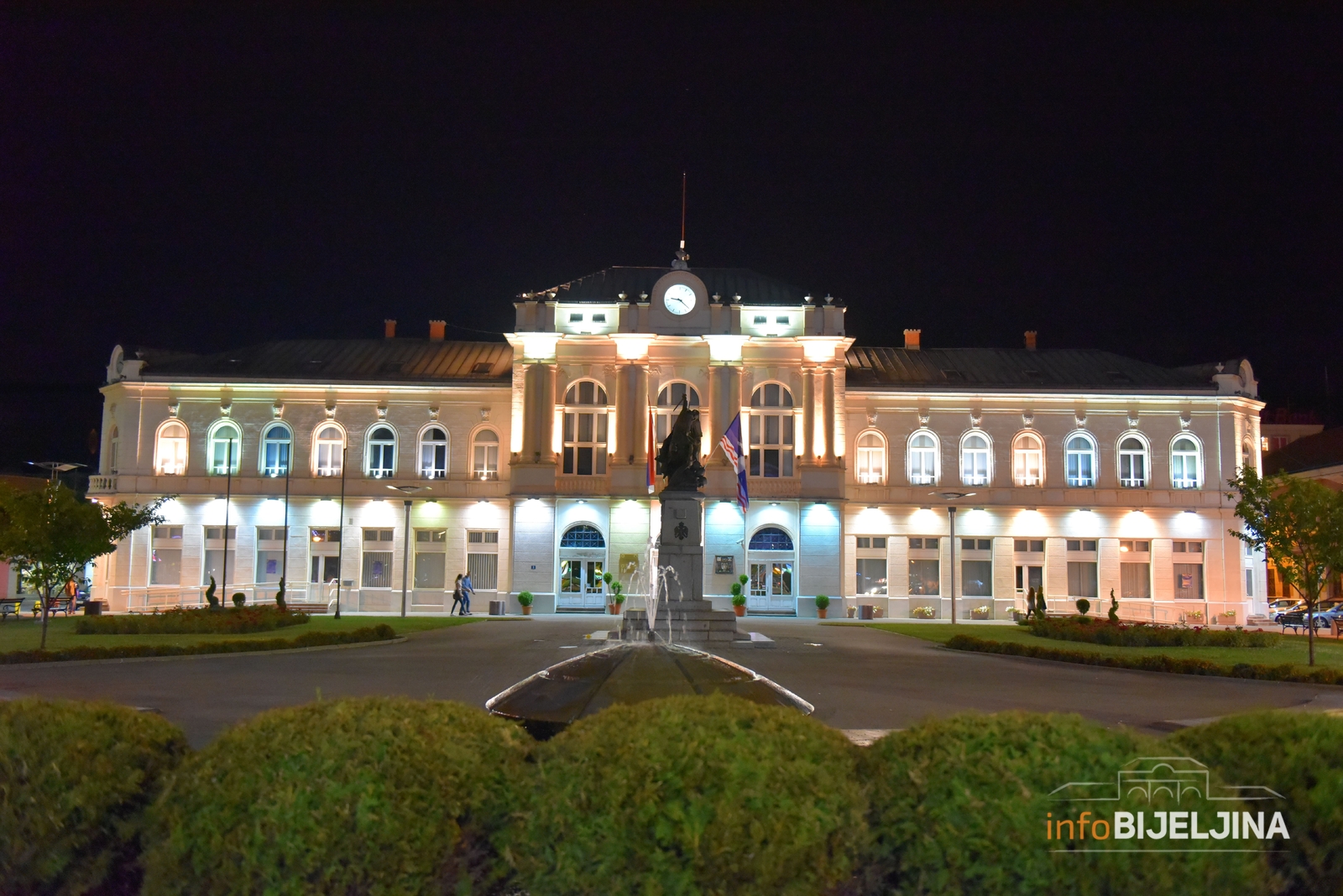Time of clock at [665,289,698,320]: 9:21
